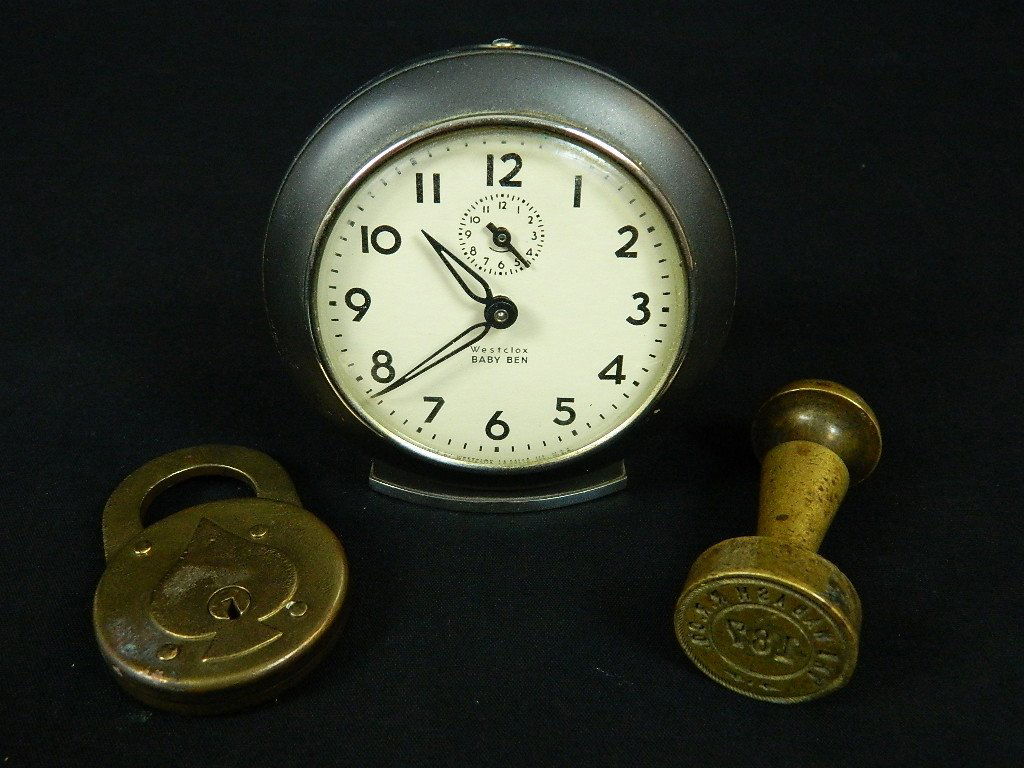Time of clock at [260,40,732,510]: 10:38
